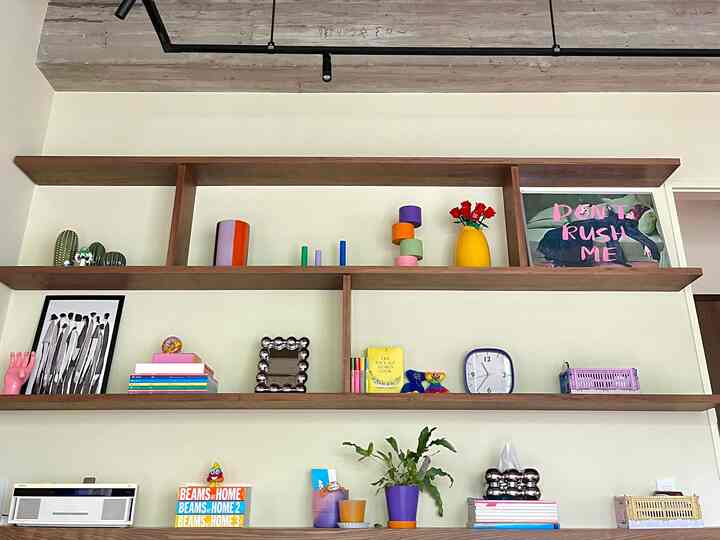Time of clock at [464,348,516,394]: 10:36
